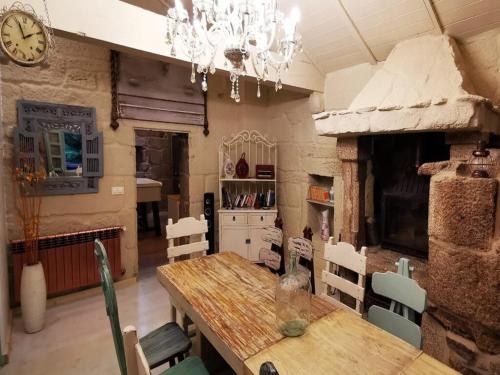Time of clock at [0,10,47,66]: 1:56
